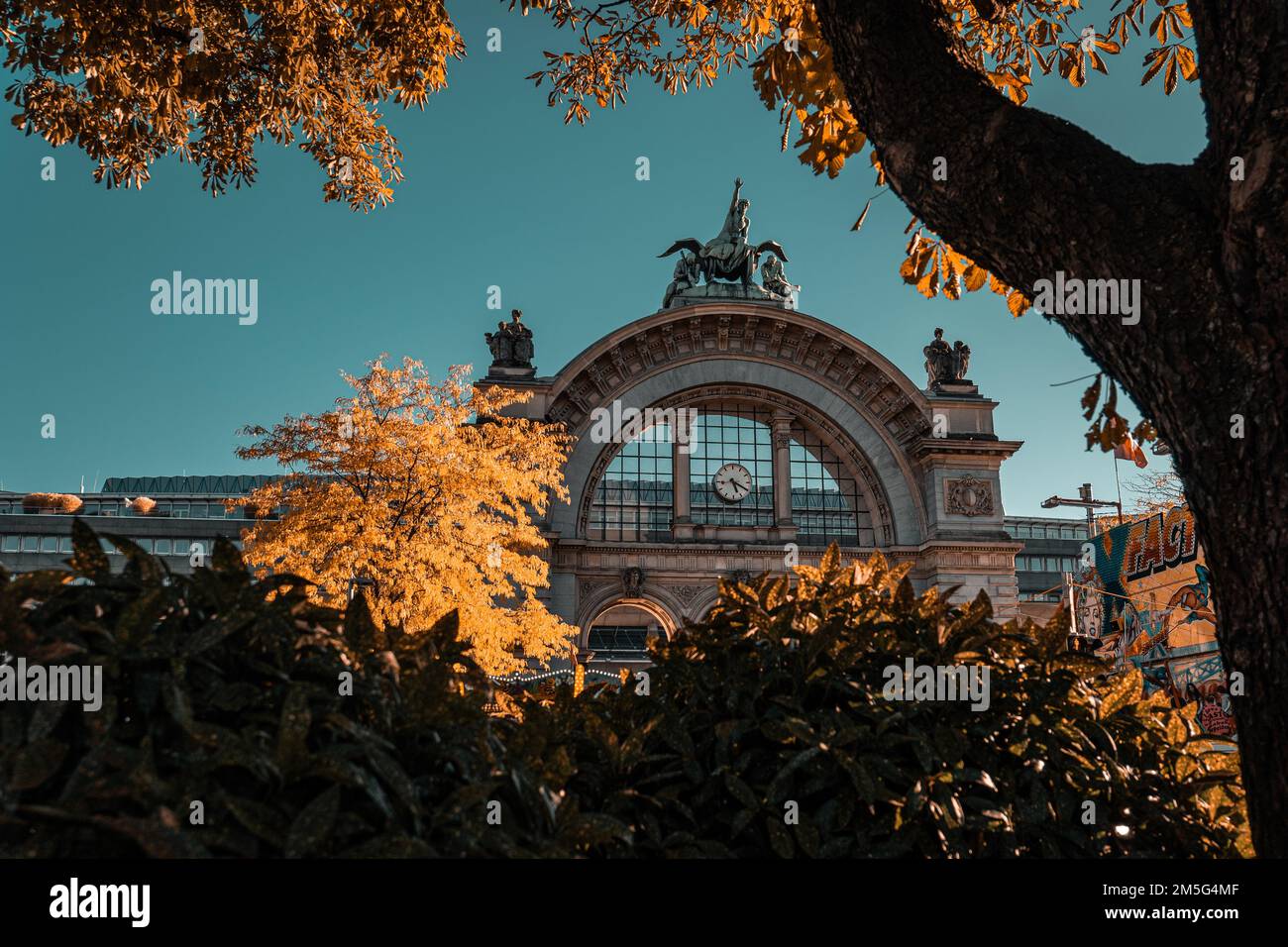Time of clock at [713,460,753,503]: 5:19
